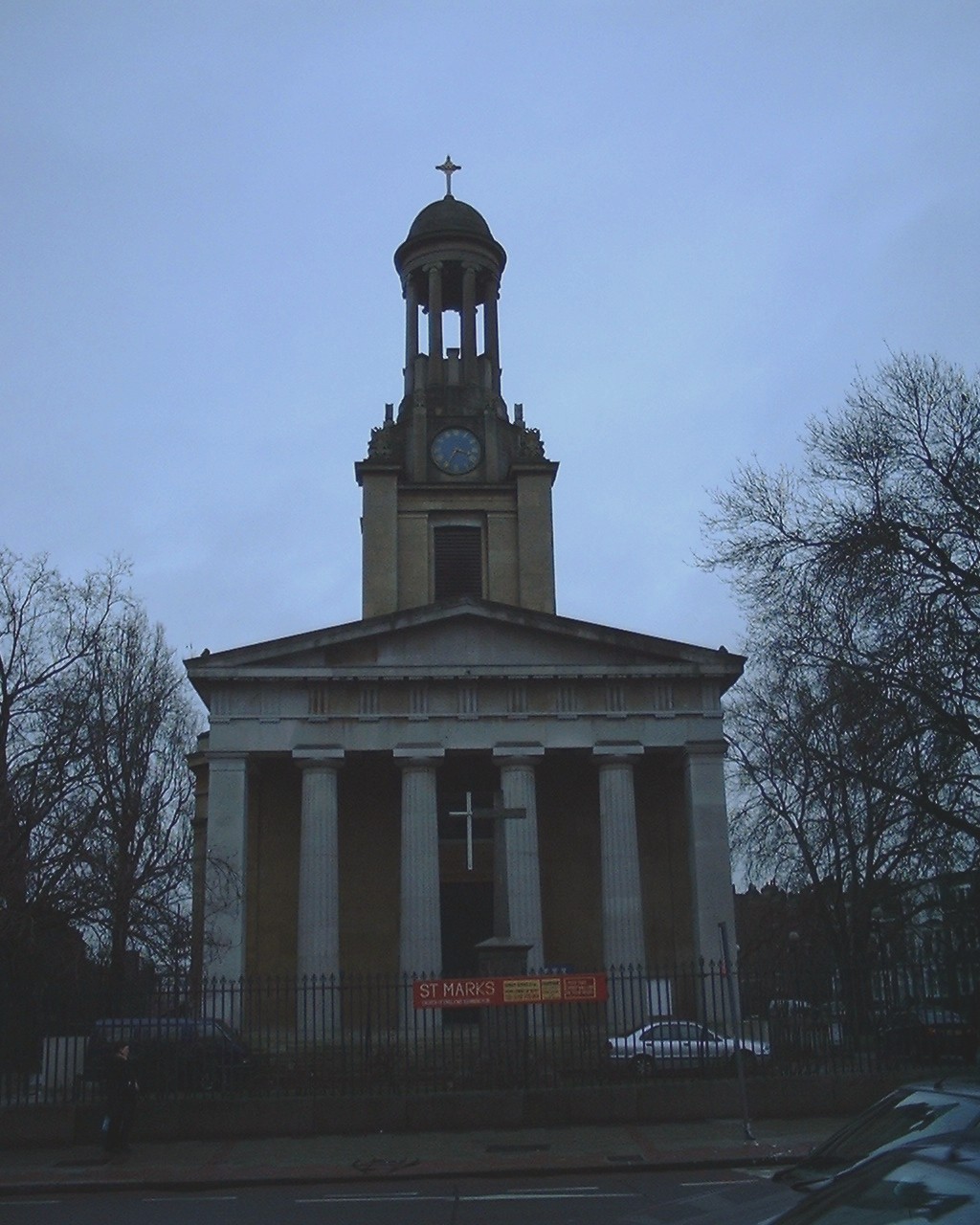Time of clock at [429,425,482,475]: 3:35
